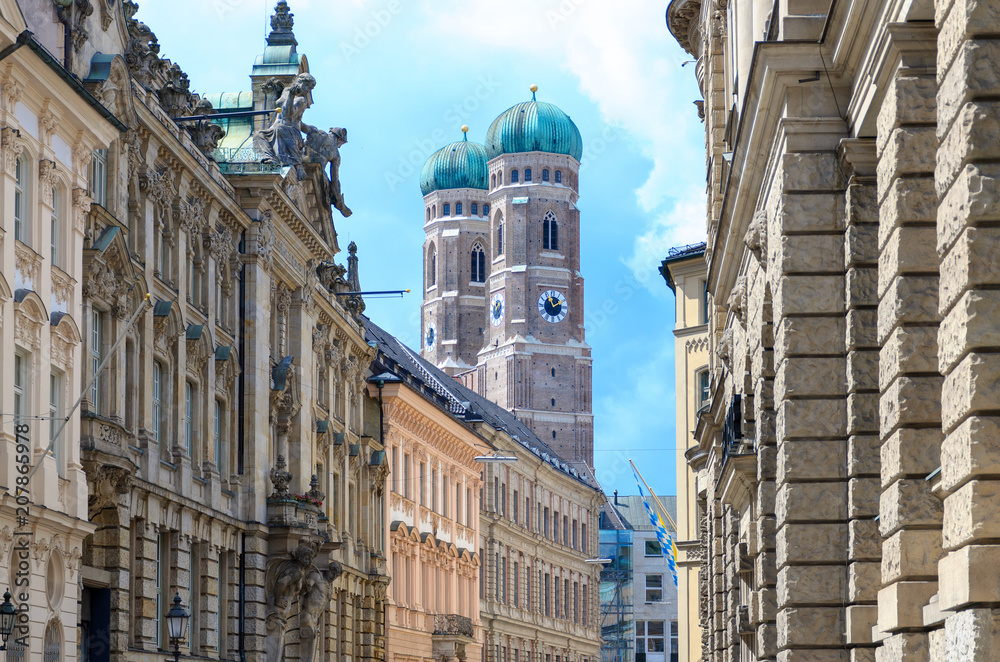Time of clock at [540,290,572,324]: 11:10
